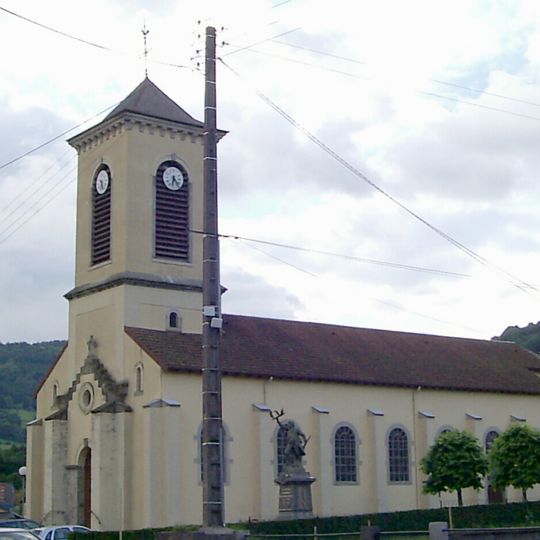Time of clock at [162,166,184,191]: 6:23
